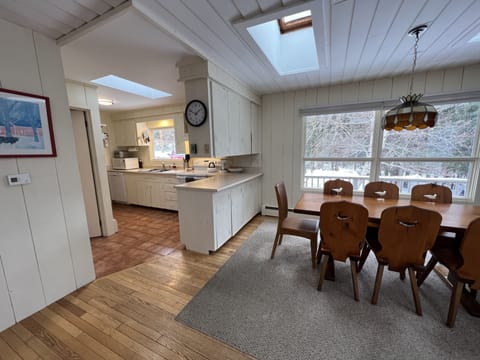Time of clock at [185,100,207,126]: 1:49
